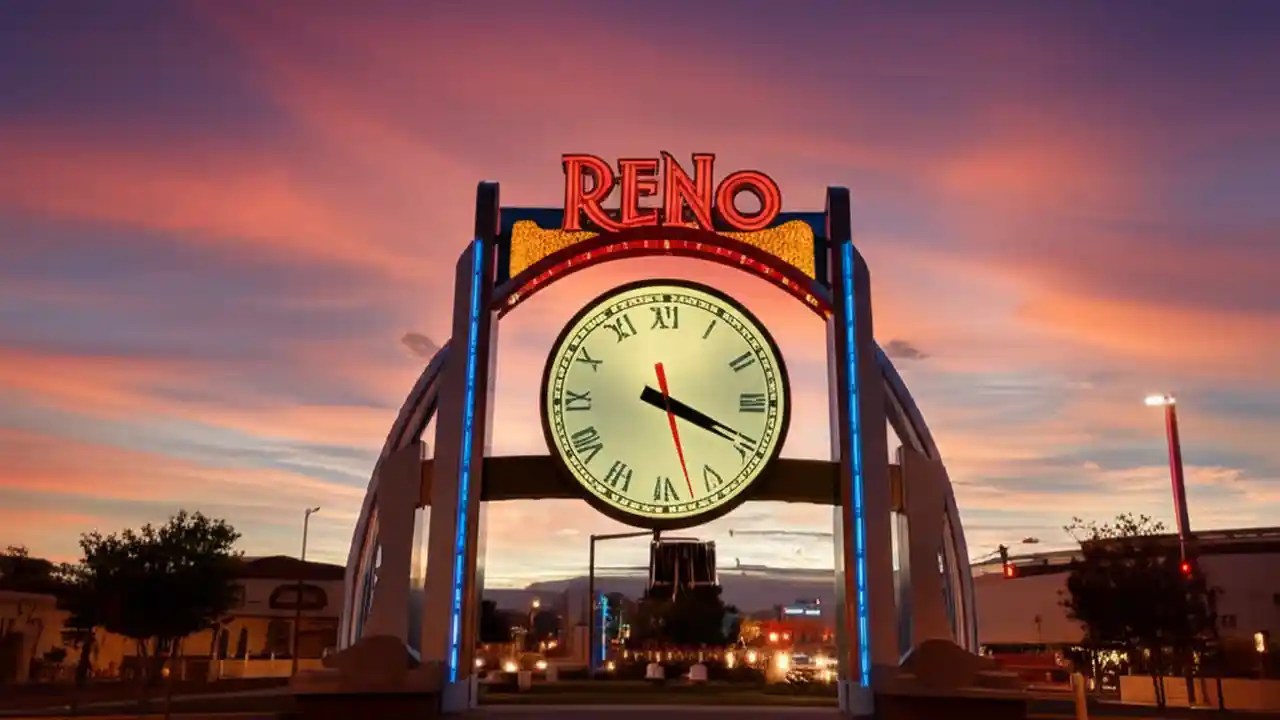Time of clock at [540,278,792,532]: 4:19
